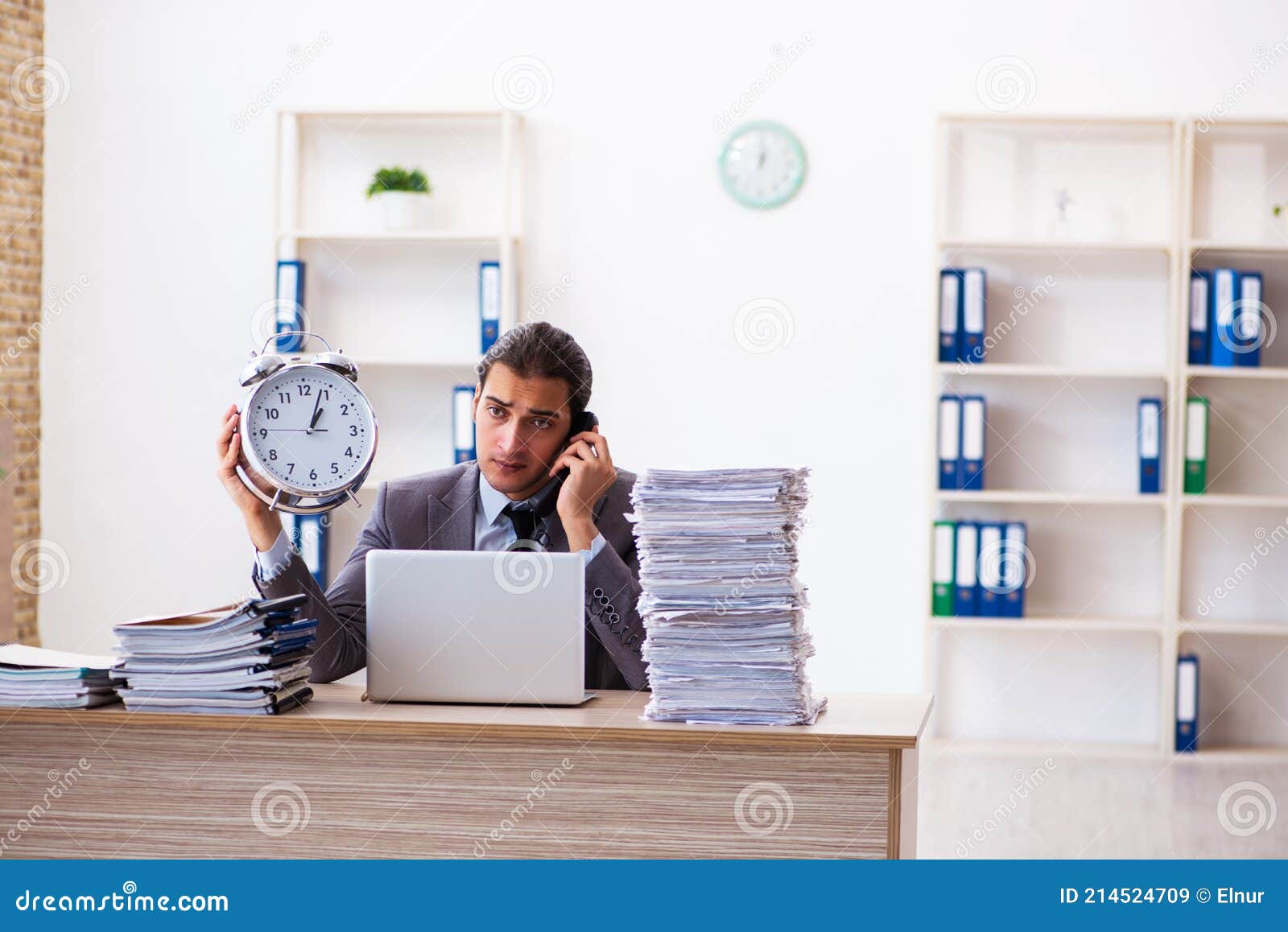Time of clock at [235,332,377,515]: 1:03
